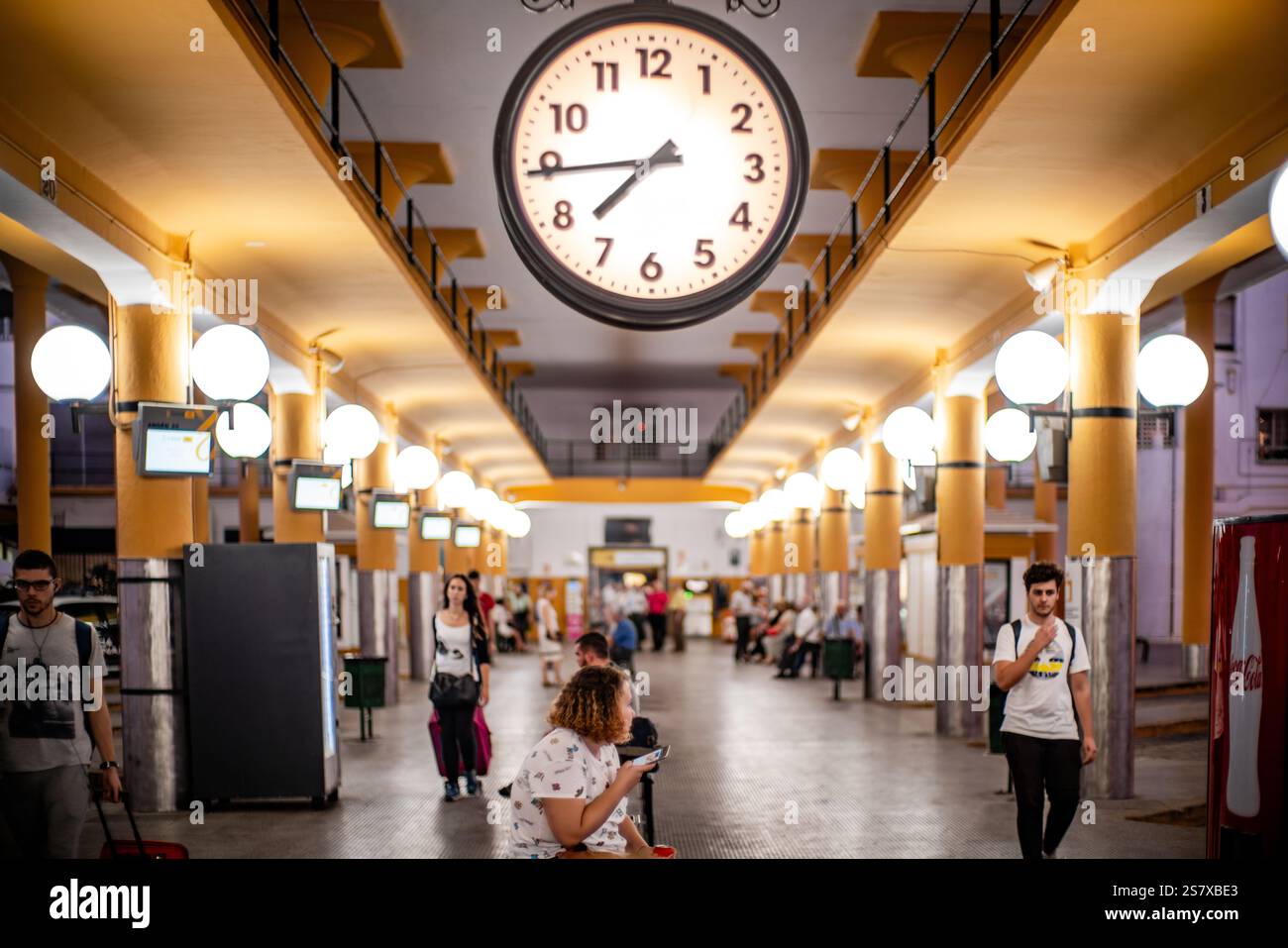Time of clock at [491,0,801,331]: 7:44
